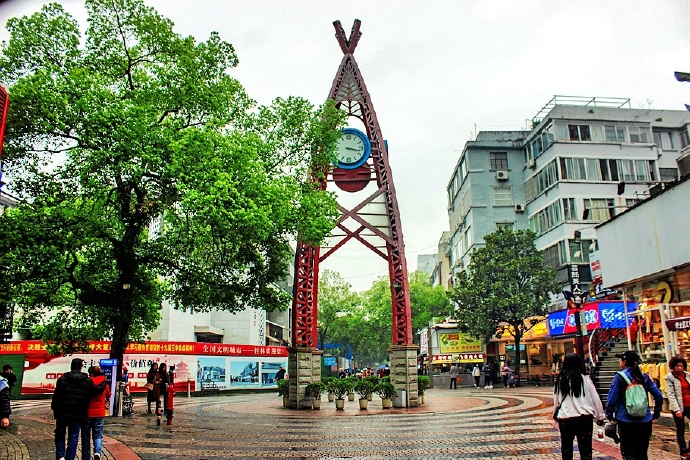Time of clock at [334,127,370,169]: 3:17
